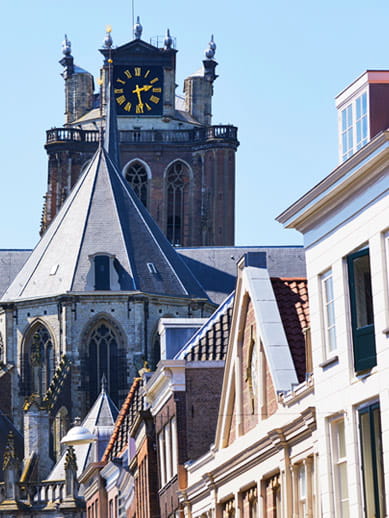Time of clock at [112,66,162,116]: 2:28
